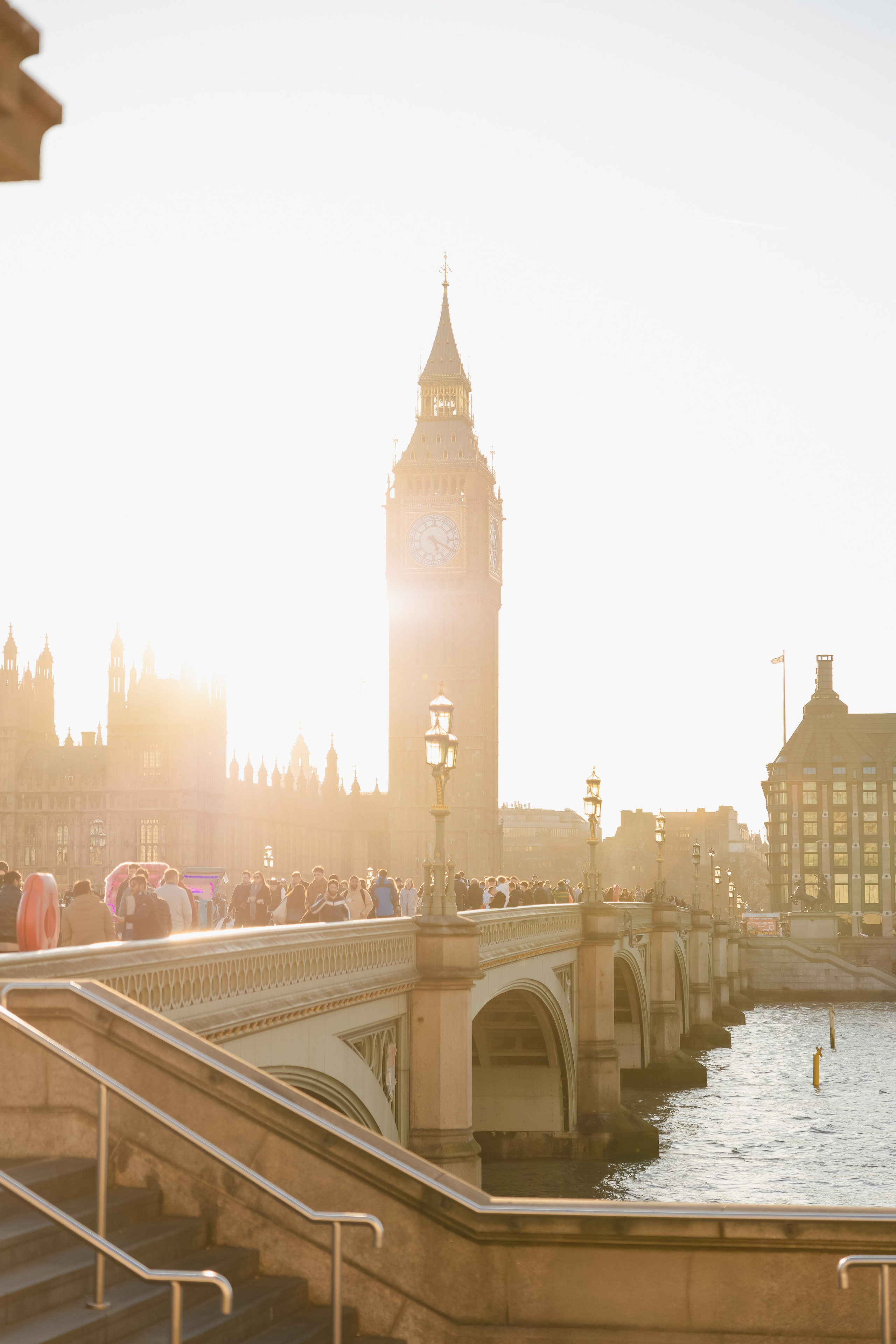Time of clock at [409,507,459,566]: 5:20
